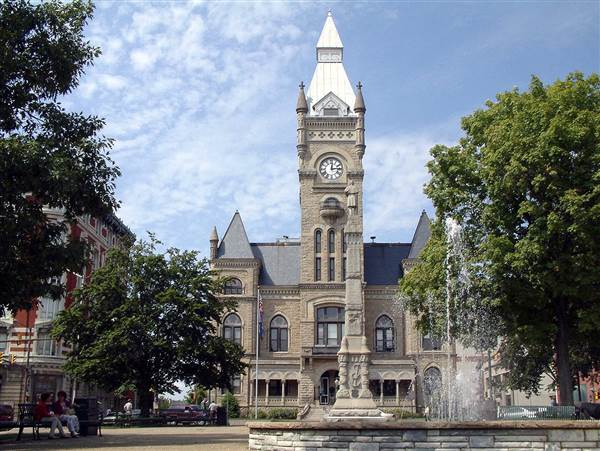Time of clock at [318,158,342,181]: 12:13
